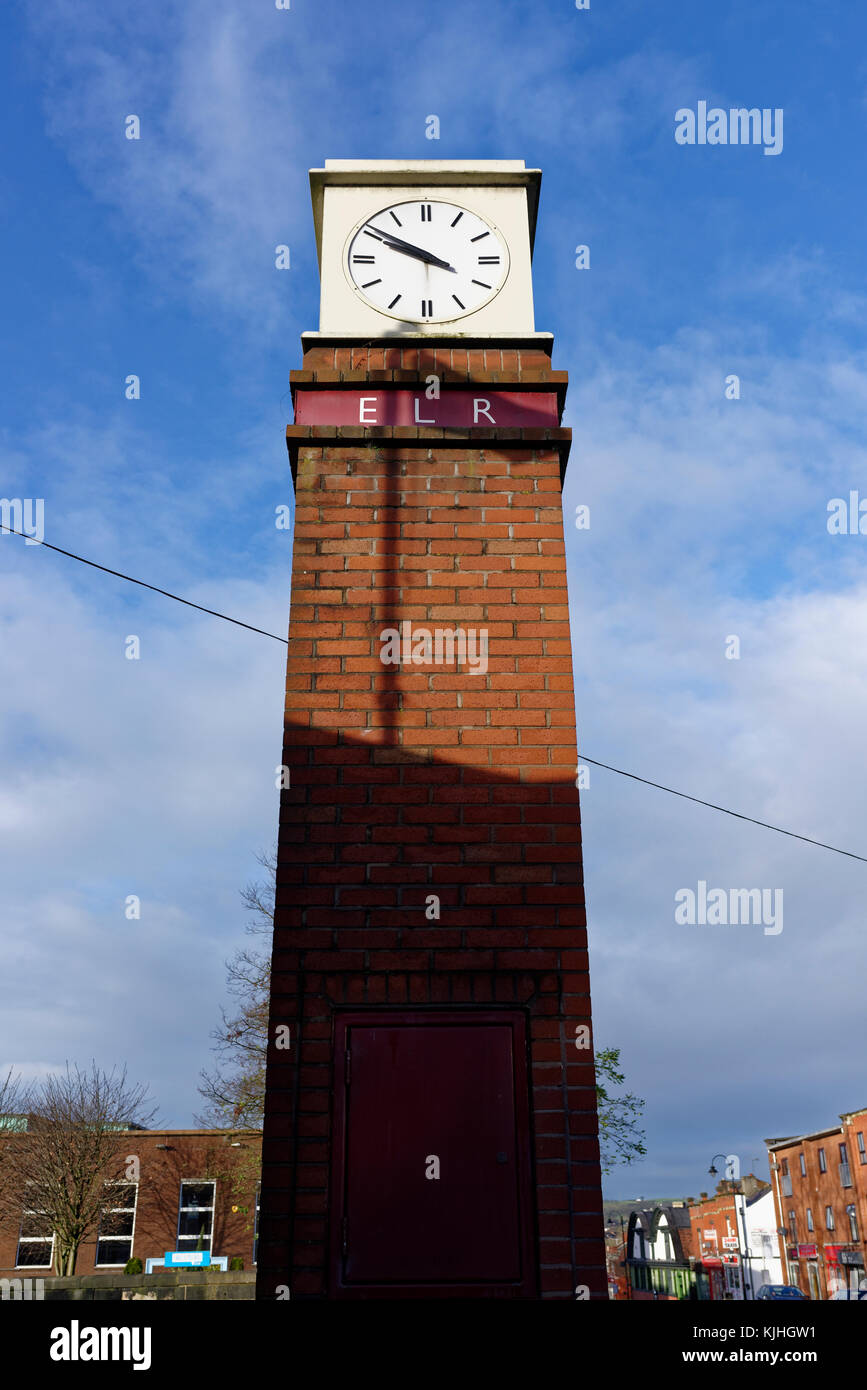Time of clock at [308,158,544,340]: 9:50
